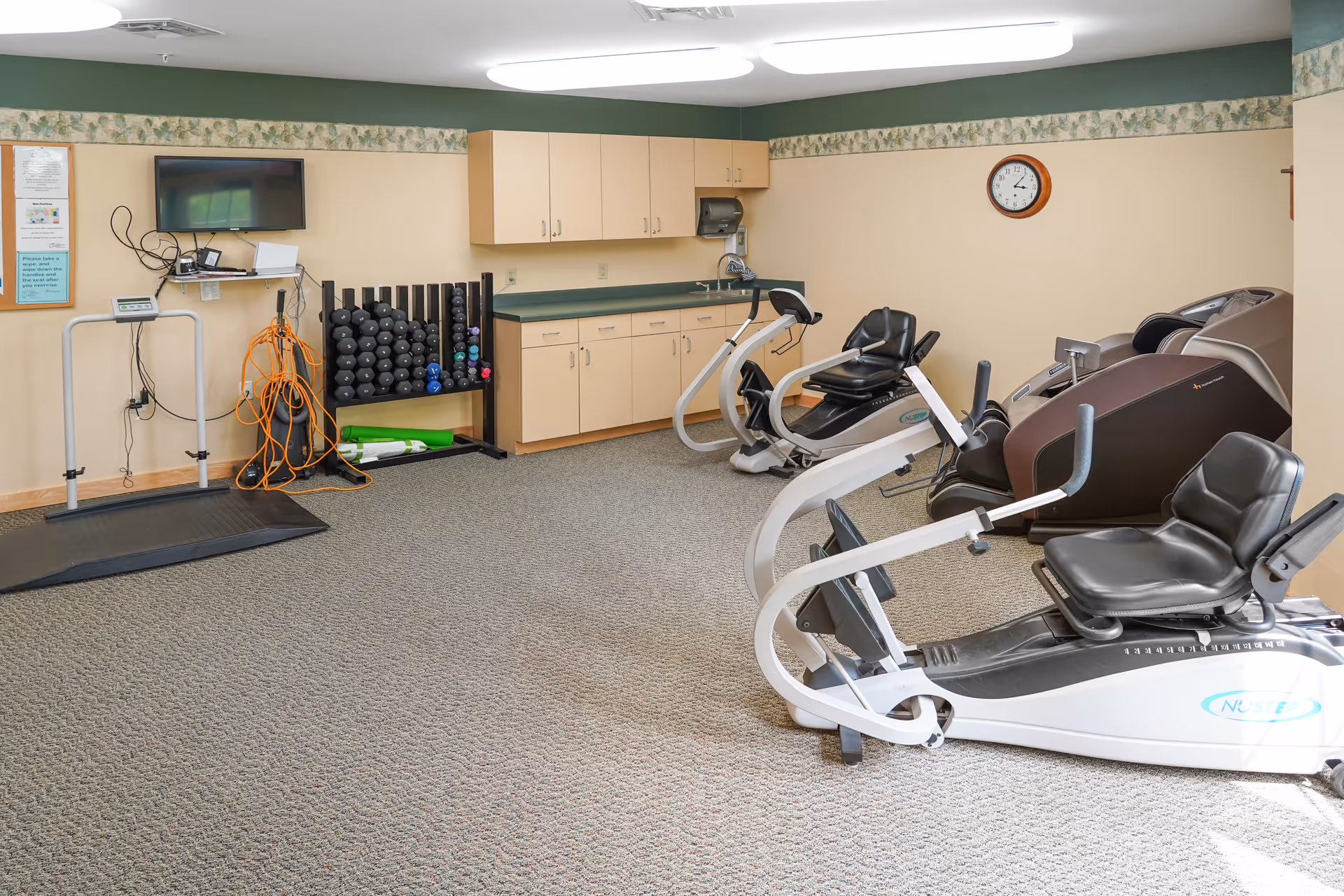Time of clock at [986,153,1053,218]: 3:06
